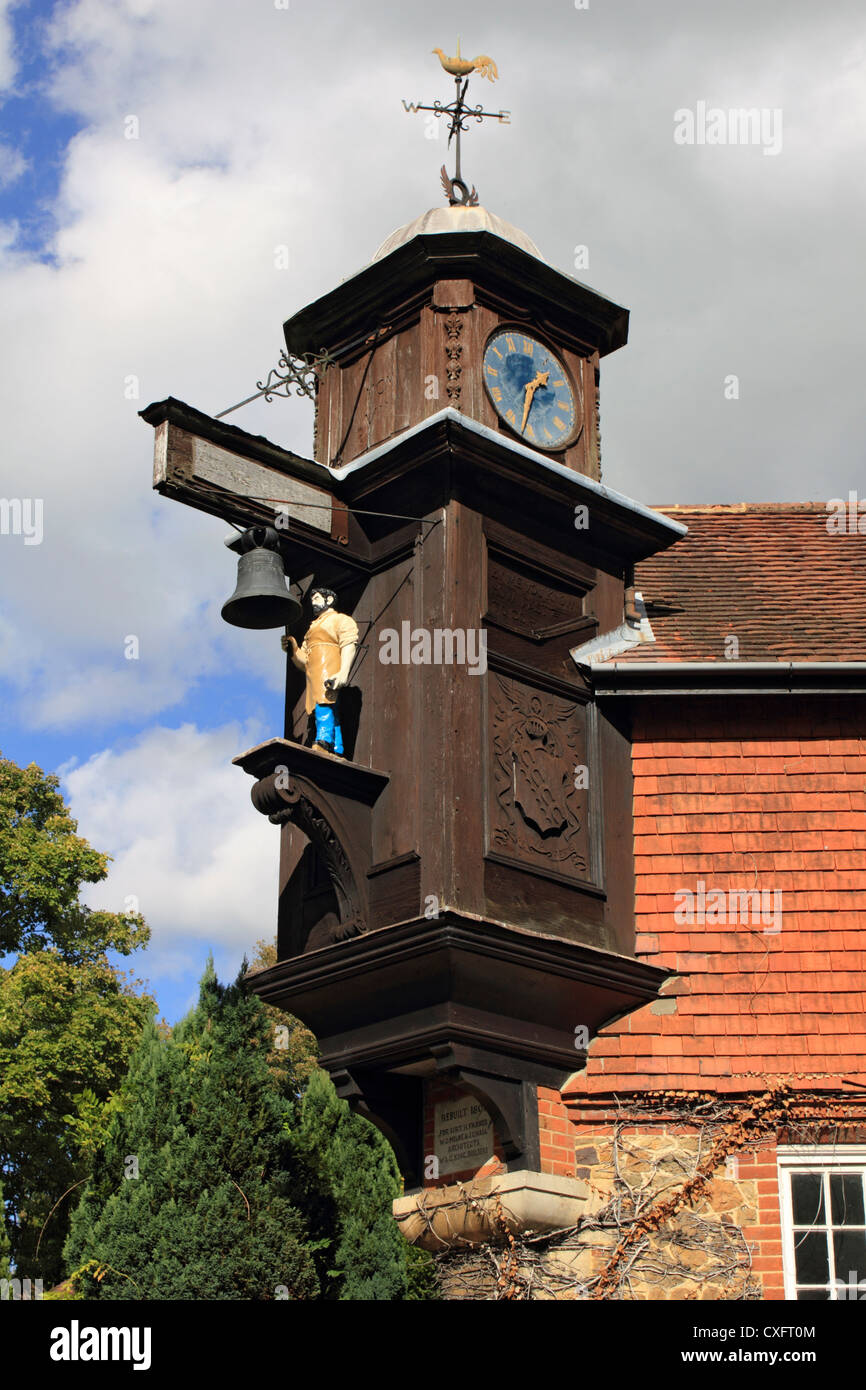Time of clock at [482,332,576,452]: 1:32
